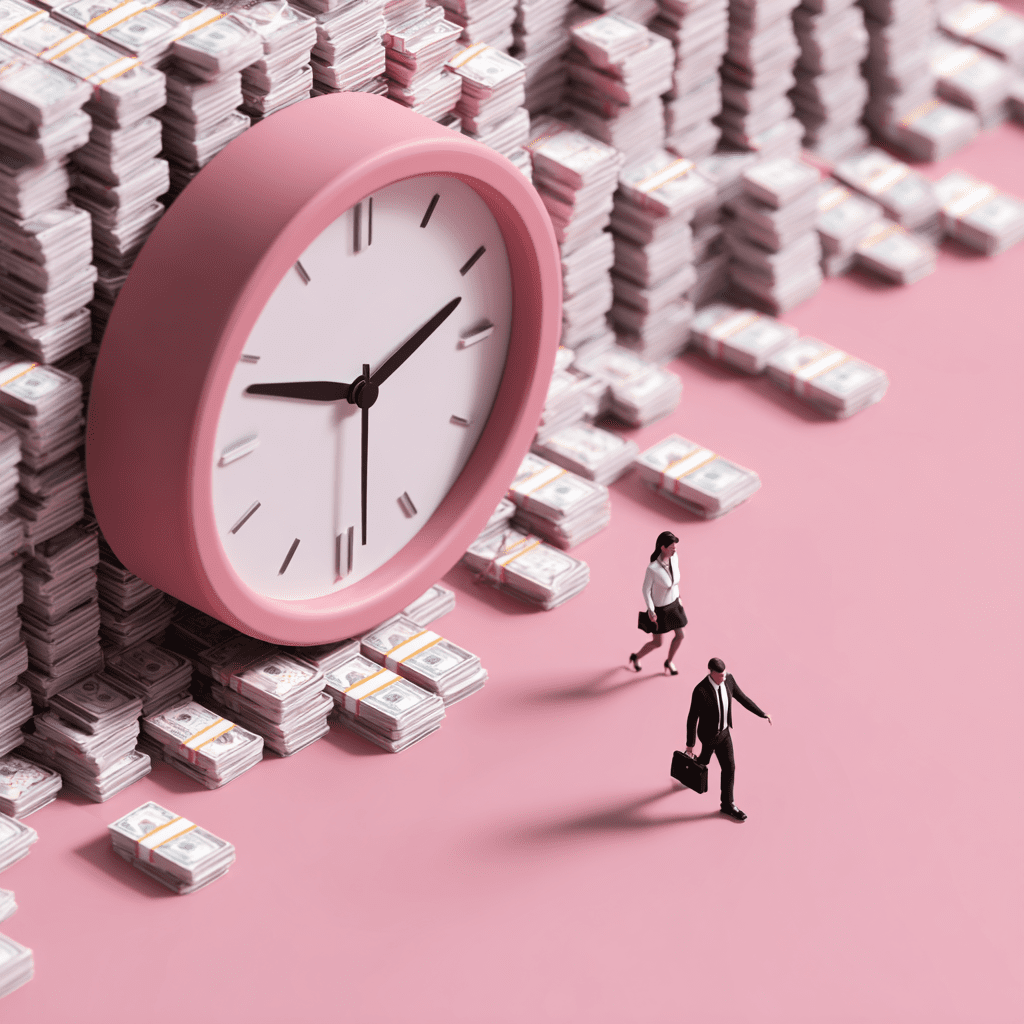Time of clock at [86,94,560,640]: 2:48
